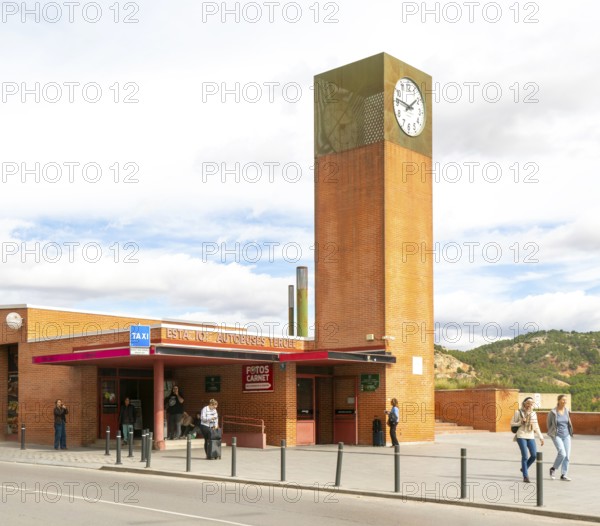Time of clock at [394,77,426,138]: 1:46
